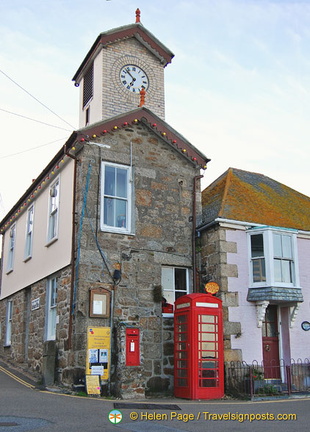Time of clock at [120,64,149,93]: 6:52
